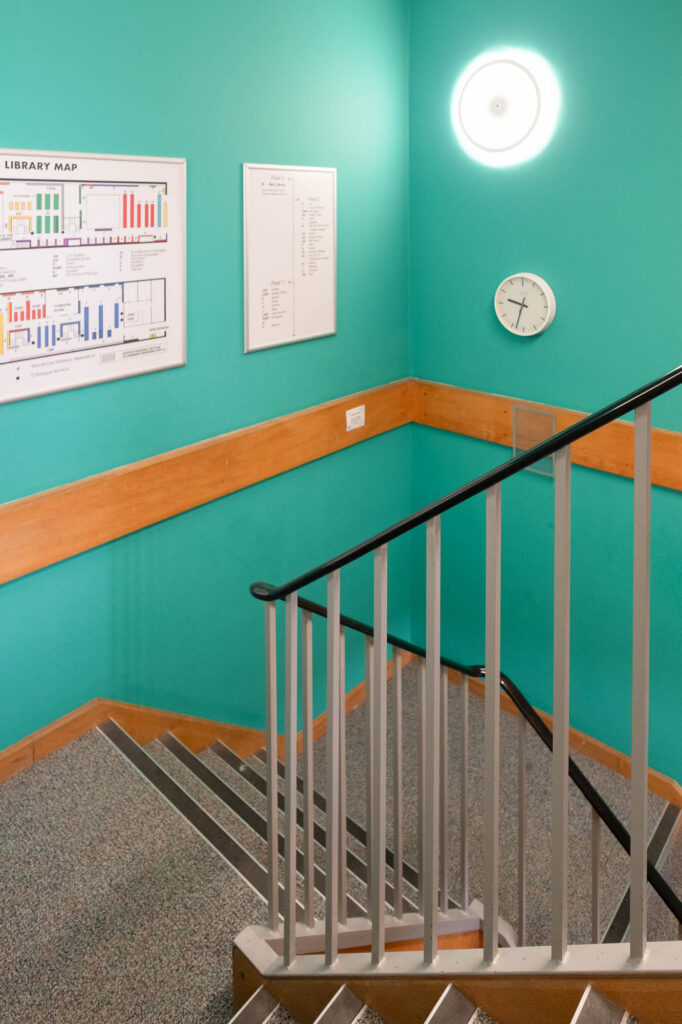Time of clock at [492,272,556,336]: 9:33
